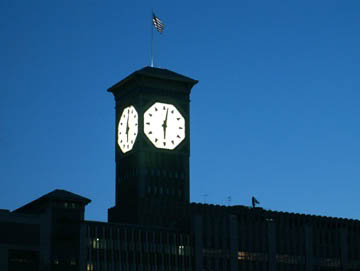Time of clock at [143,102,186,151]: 6:02
